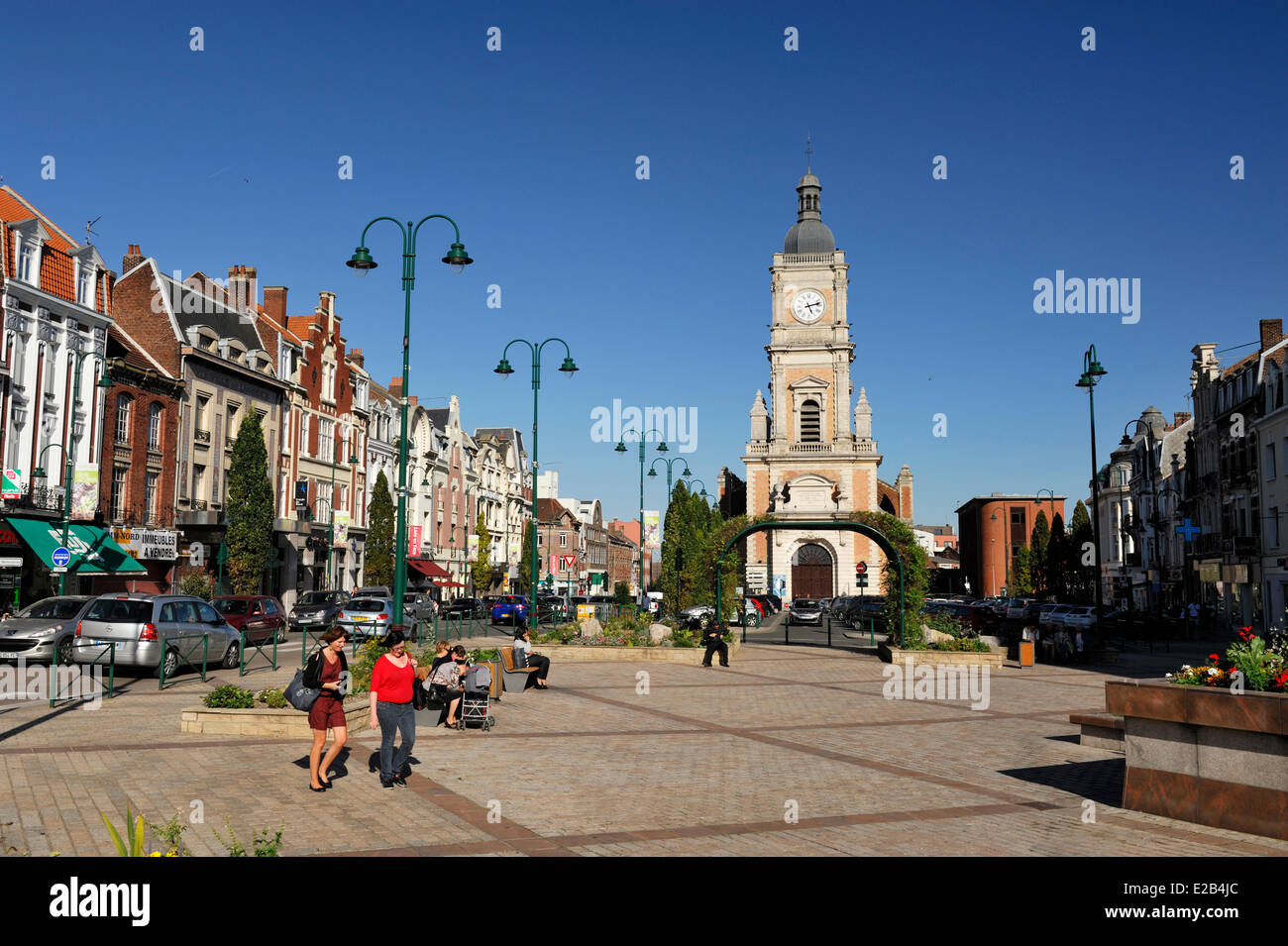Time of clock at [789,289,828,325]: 5:12
